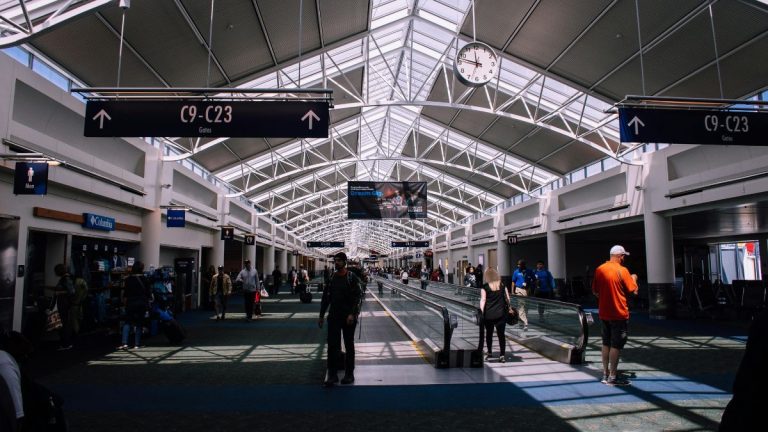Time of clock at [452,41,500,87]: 11:47
